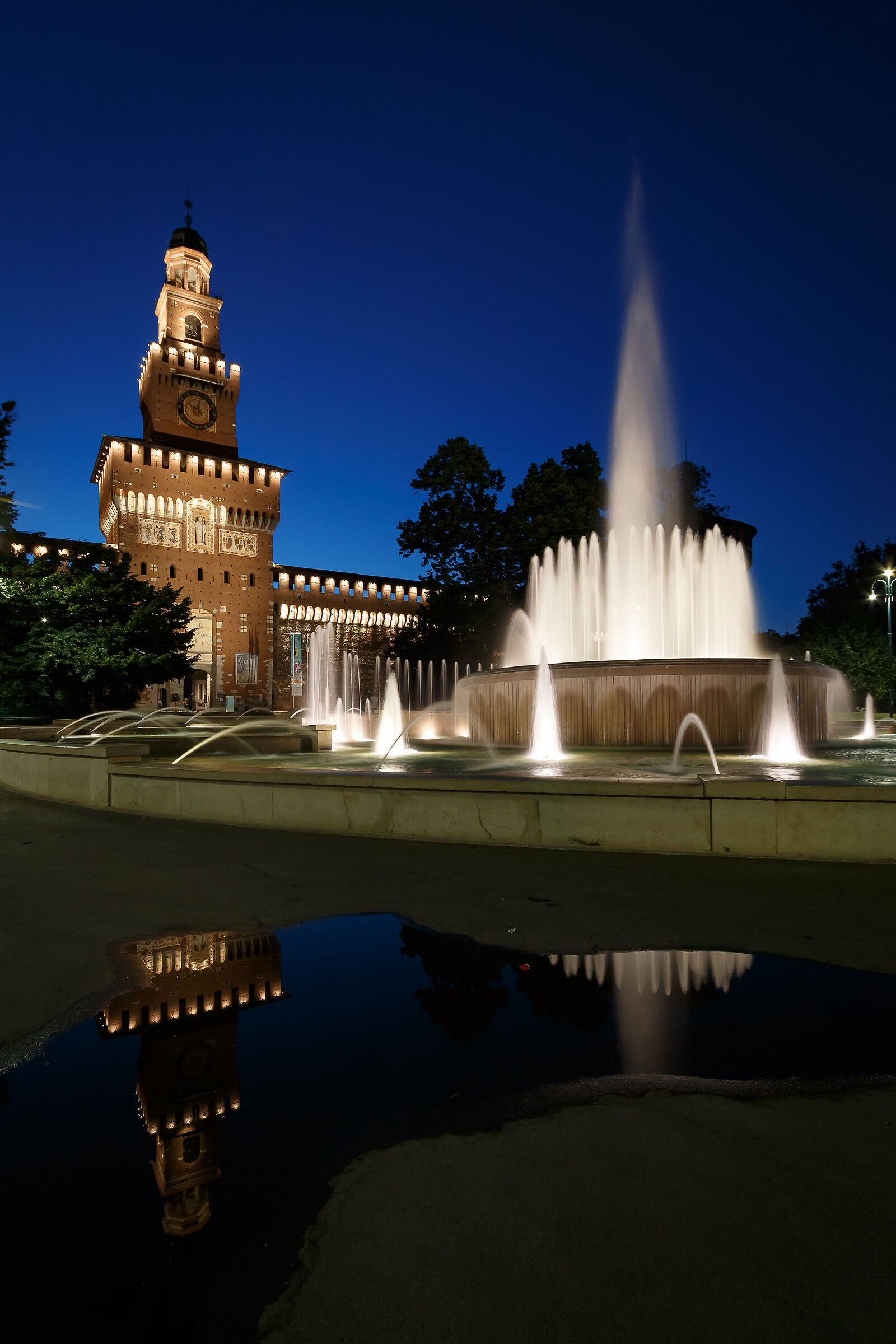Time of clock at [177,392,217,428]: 10:02
